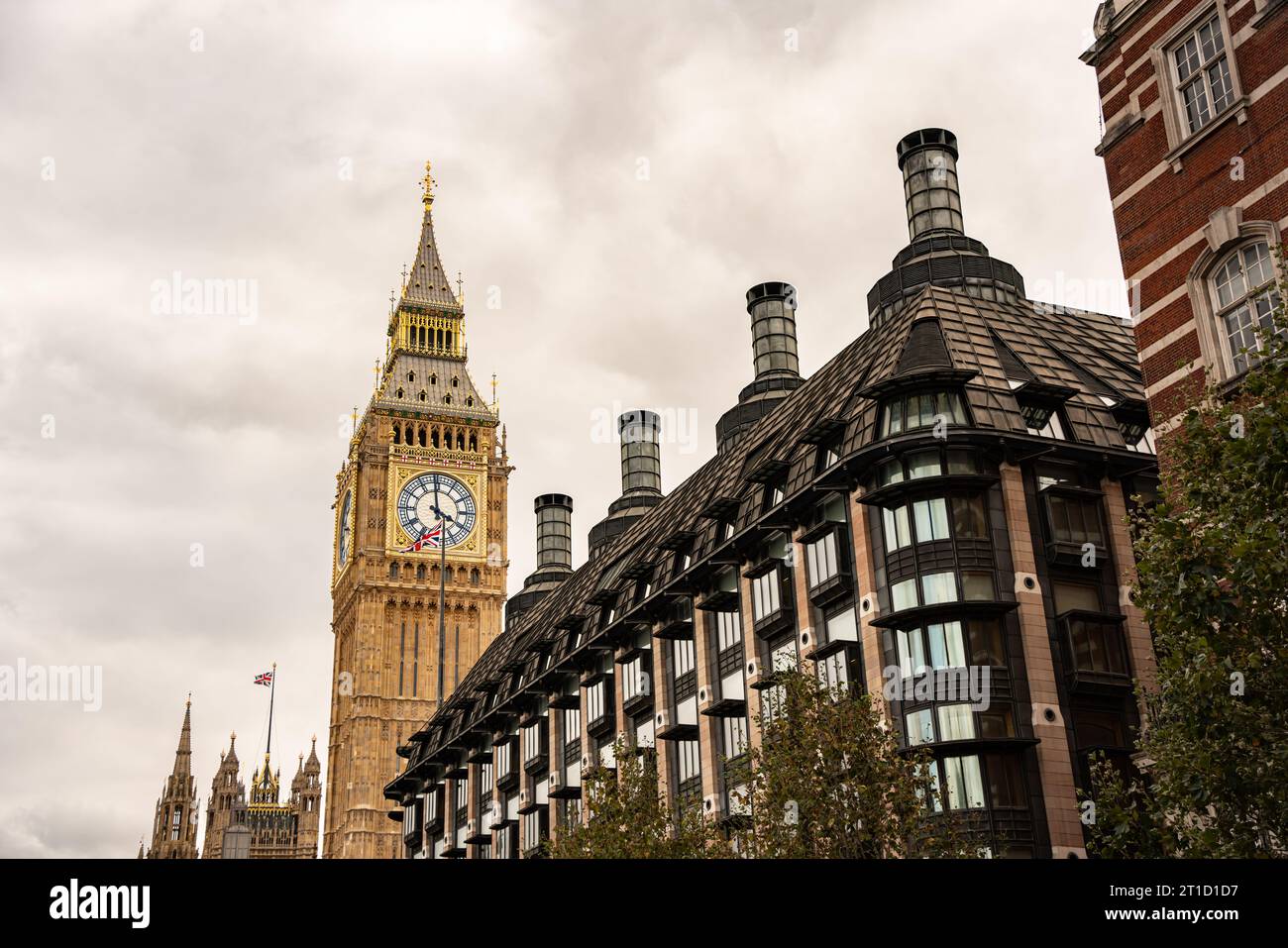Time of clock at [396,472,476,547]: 3:58
